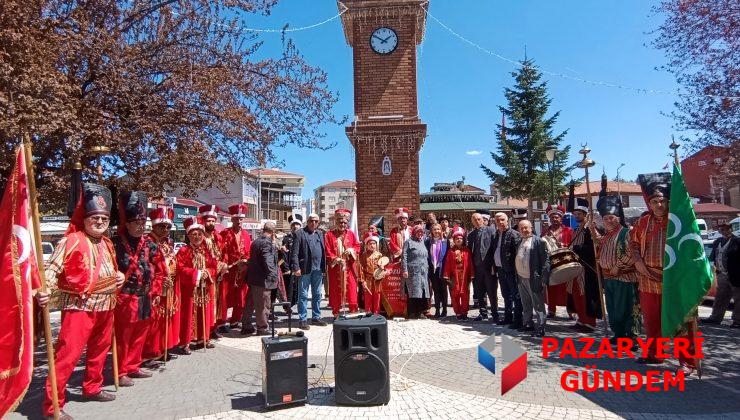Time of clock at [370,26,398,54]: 1:50
